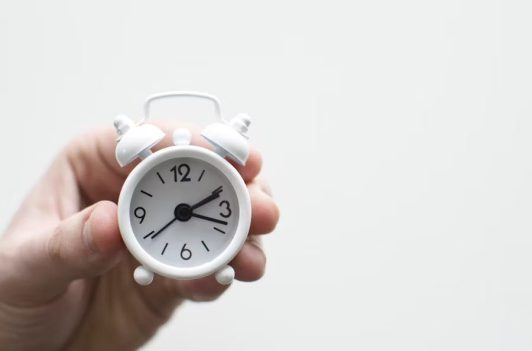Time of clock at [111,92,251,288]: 2:18
